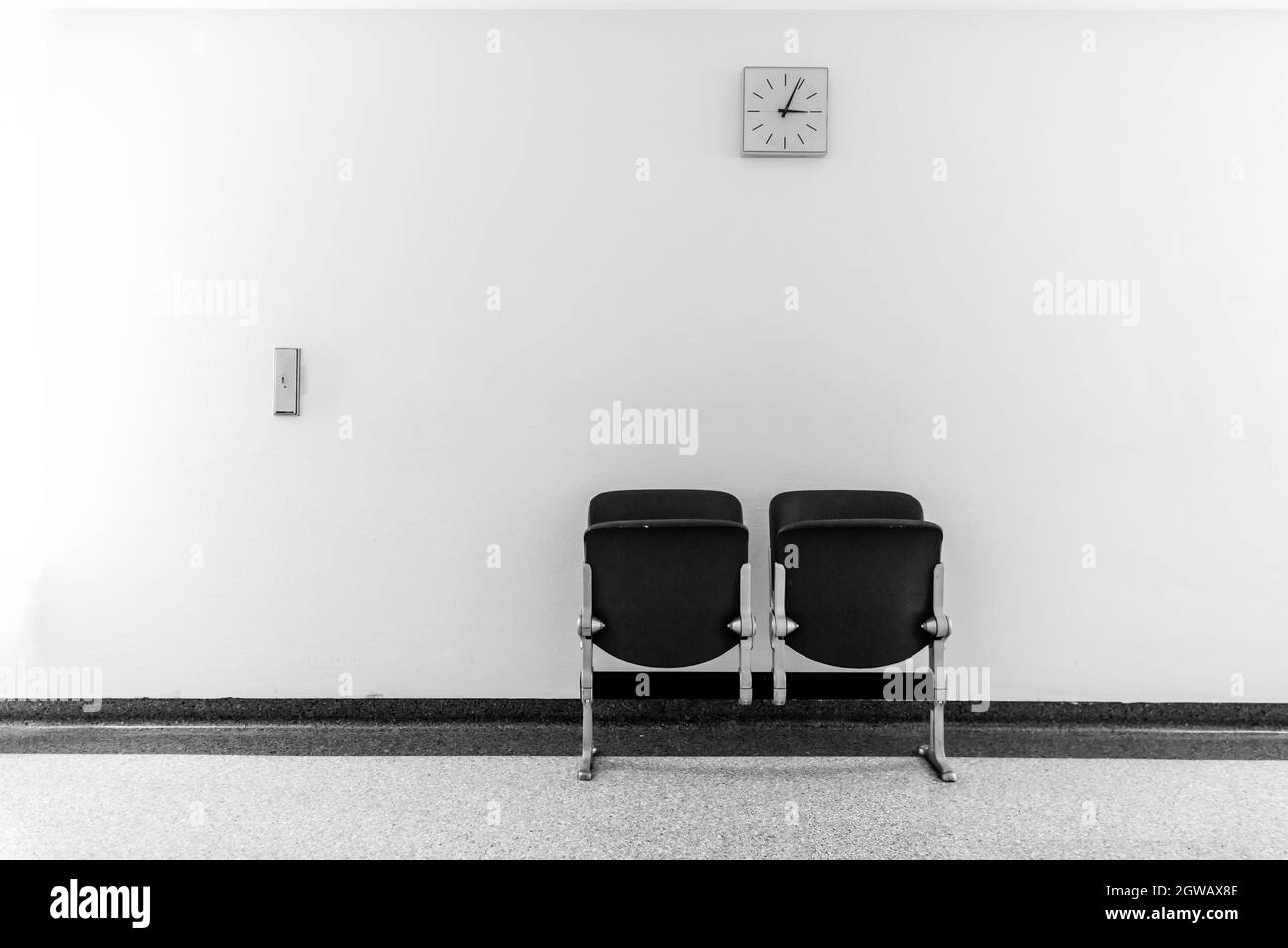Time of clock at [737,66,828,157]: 3:04
